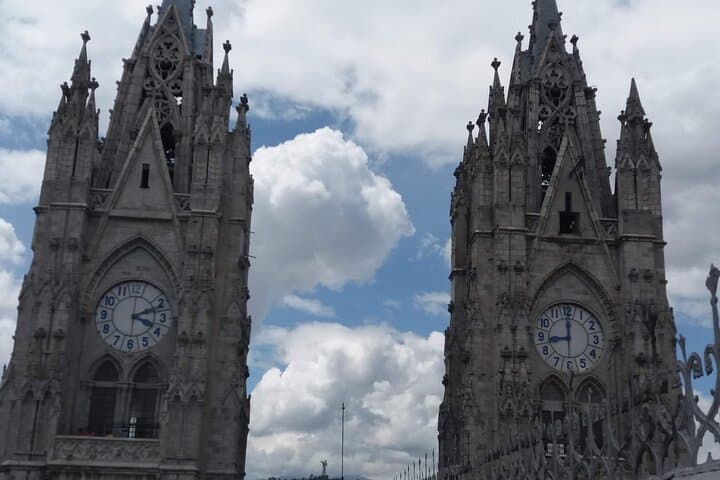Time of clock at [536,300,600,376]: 9:00
